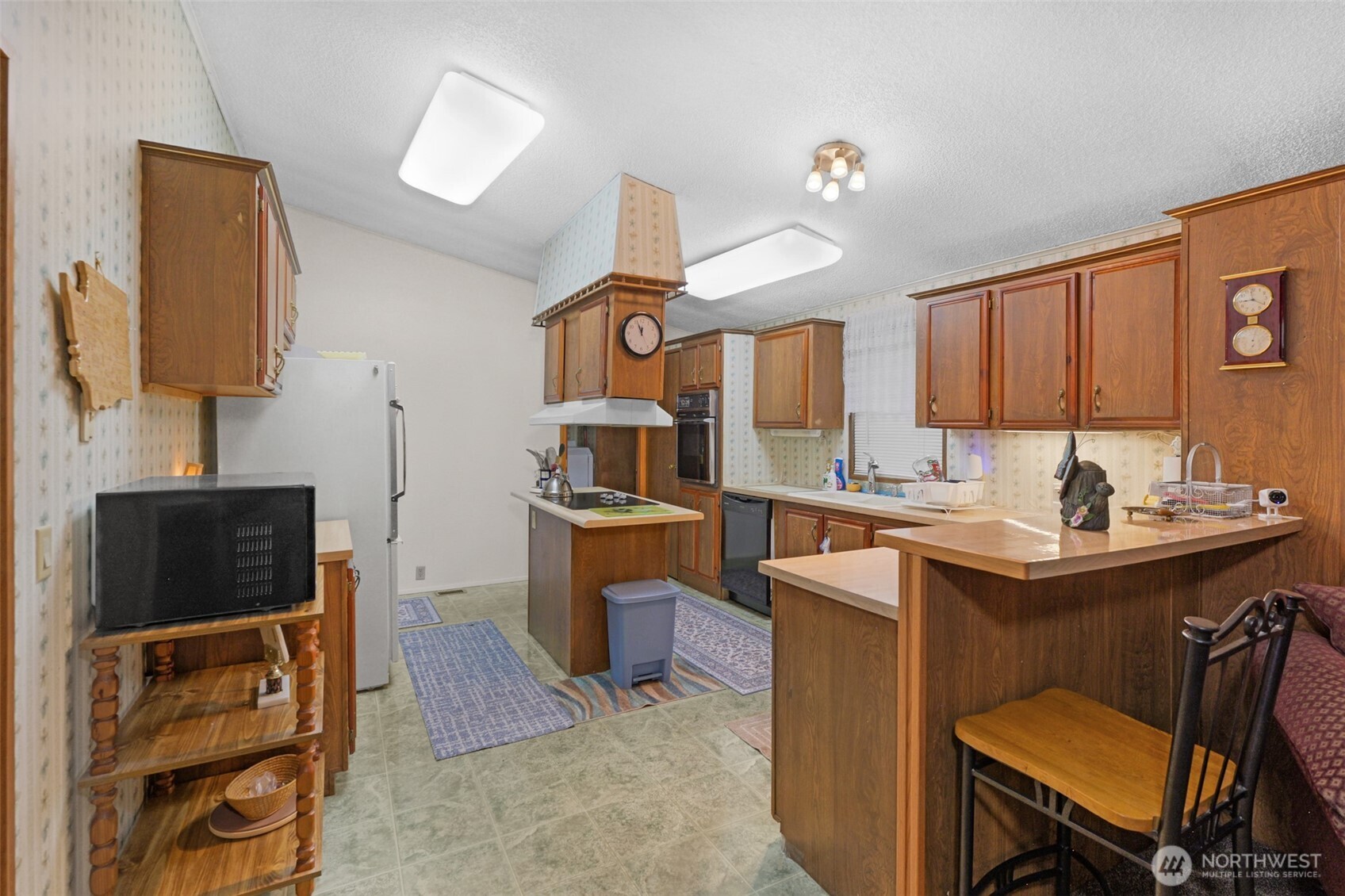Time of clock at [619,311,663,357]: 11:56
